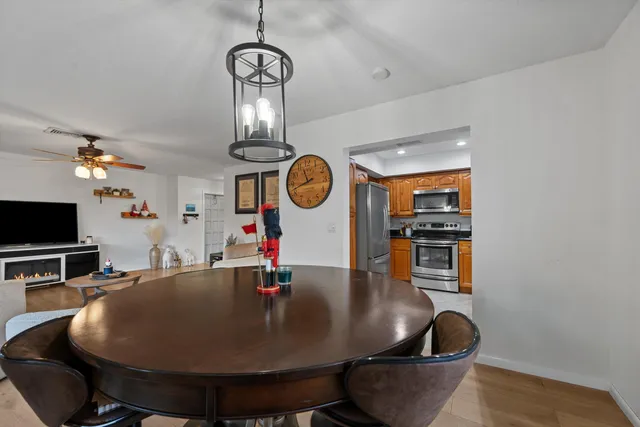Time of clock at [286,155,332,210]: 11:42
